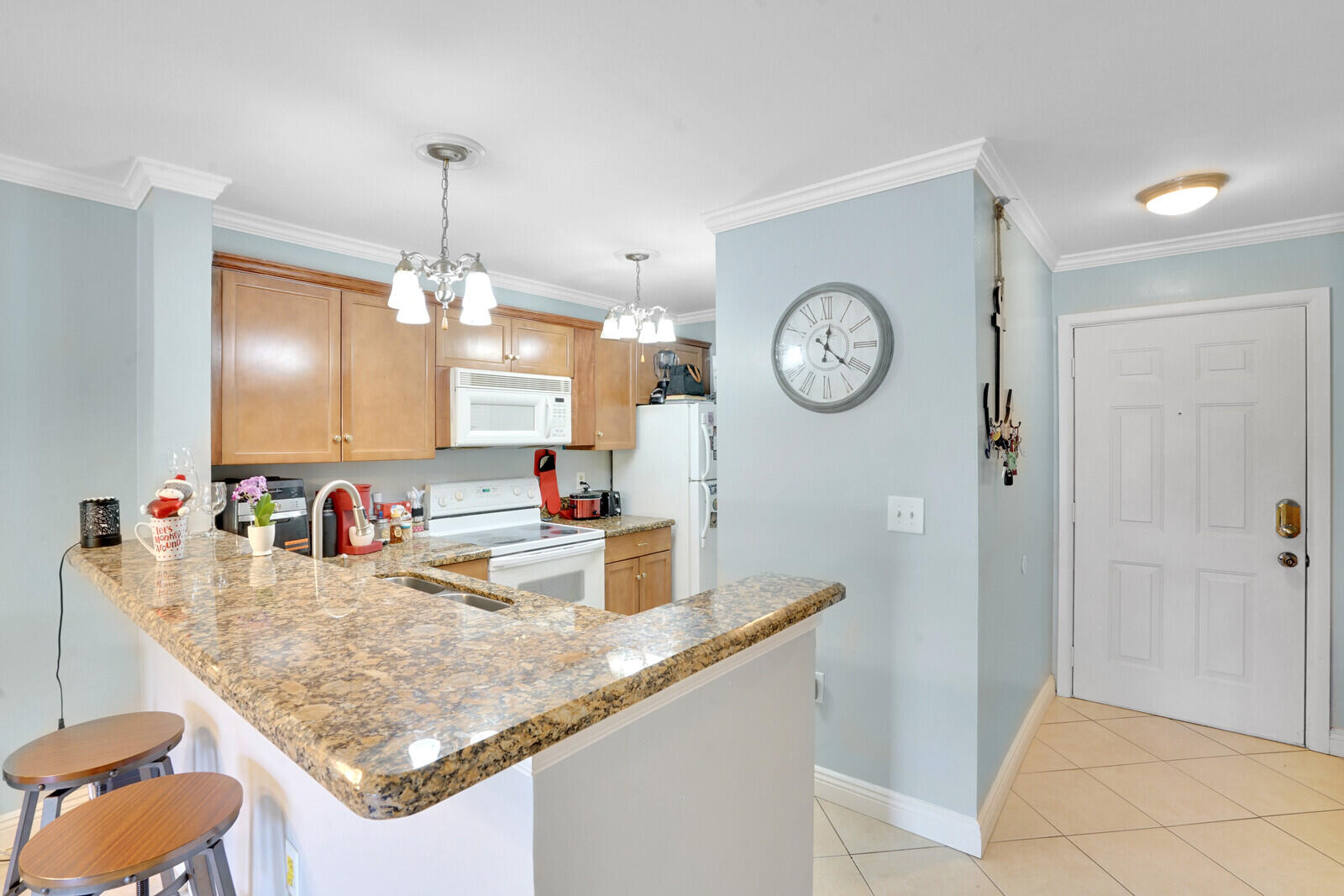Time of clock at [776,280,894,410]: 12:21
